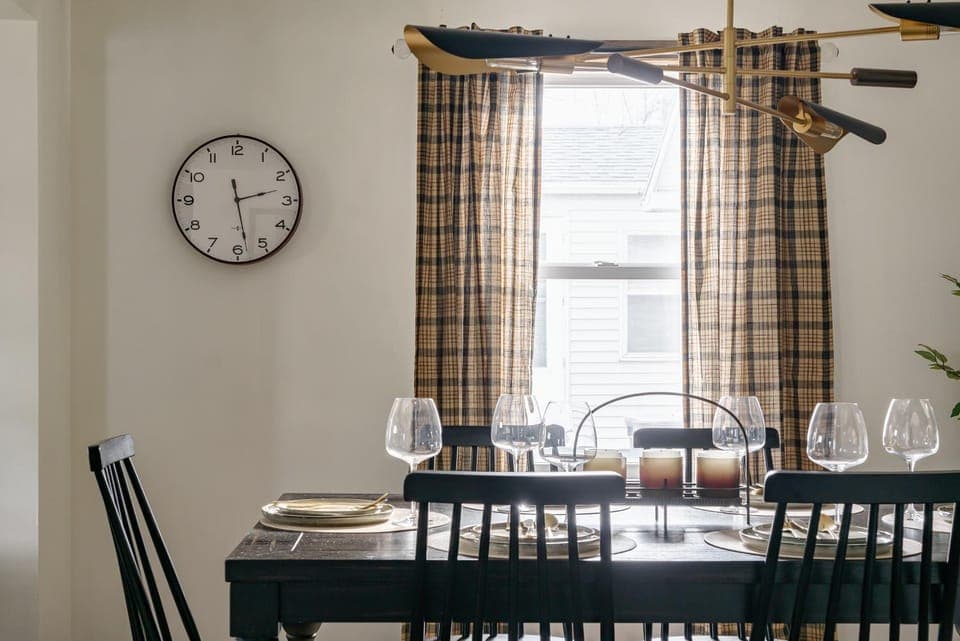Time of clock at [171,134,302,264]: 2:28
